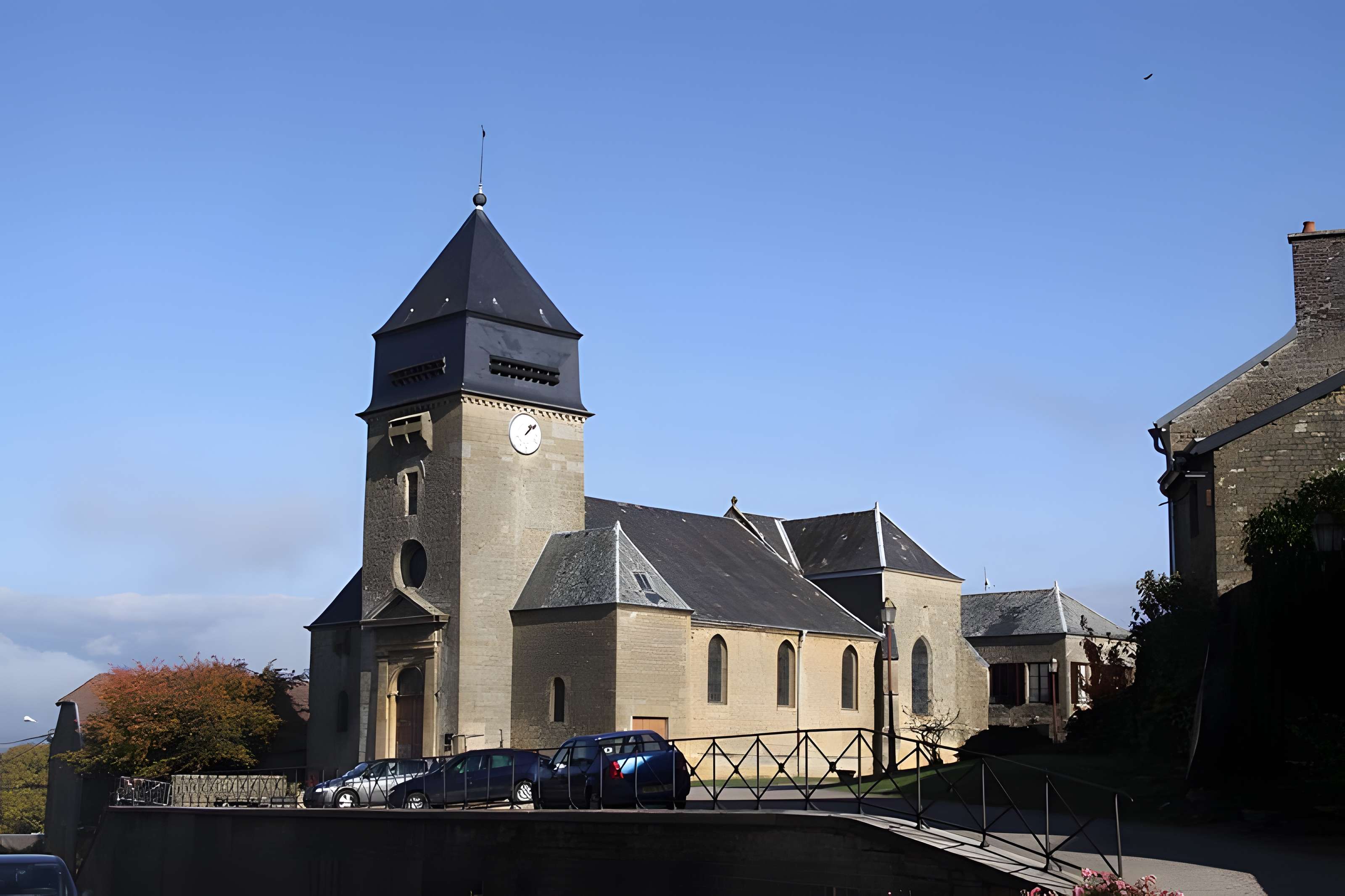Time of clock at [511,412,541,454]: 1:08
